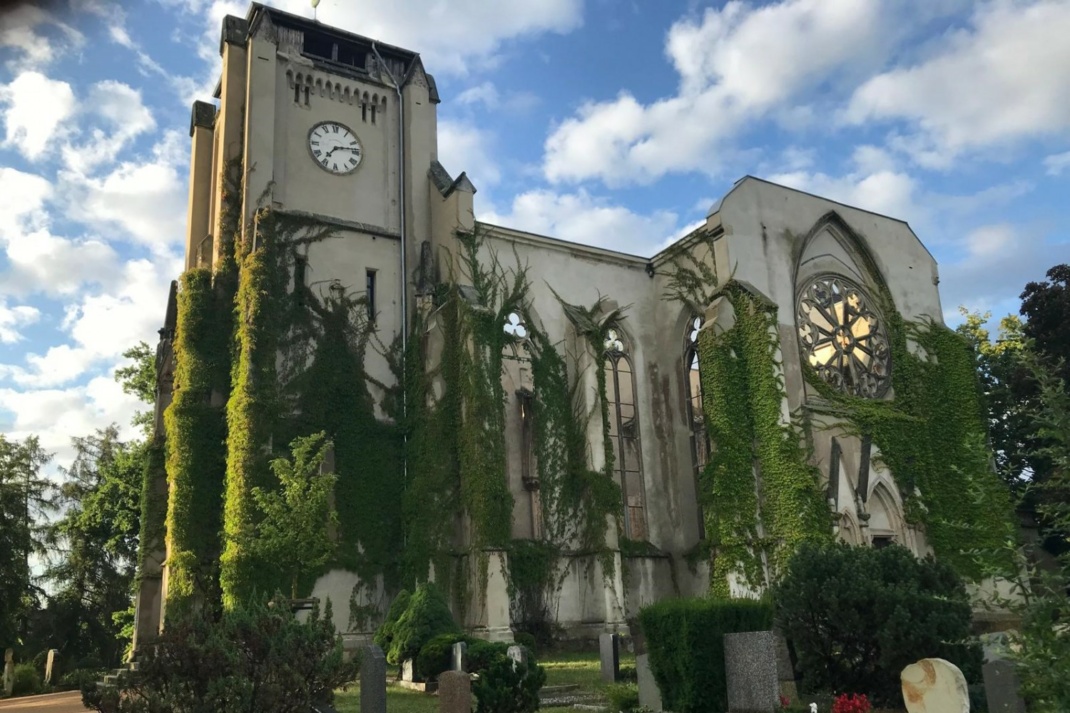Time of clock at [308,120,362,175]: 7:13
